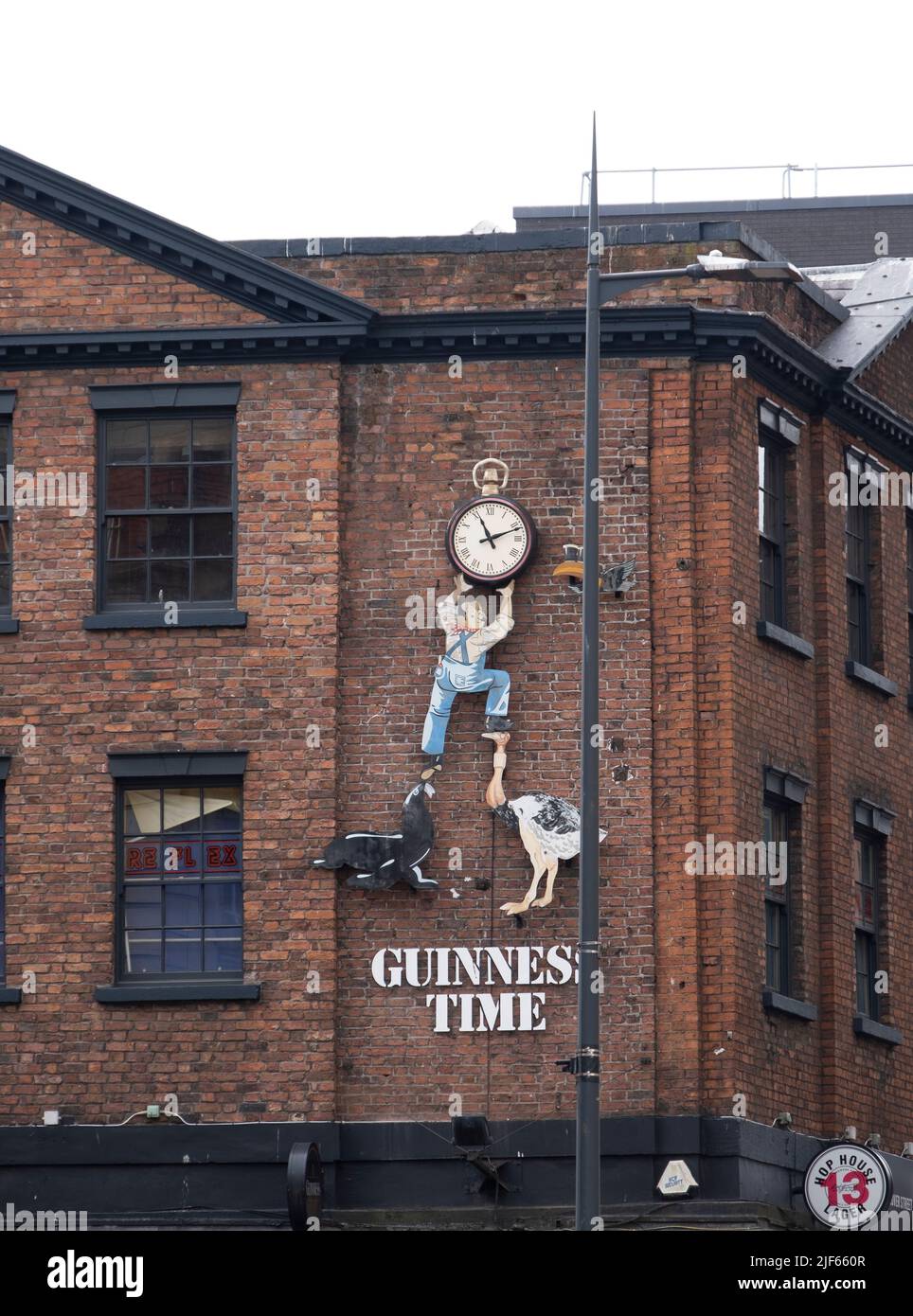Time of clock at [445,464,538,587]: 11:11
